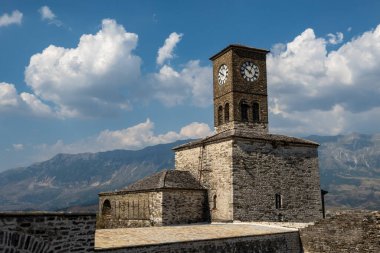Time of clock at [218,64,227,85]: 9:50
